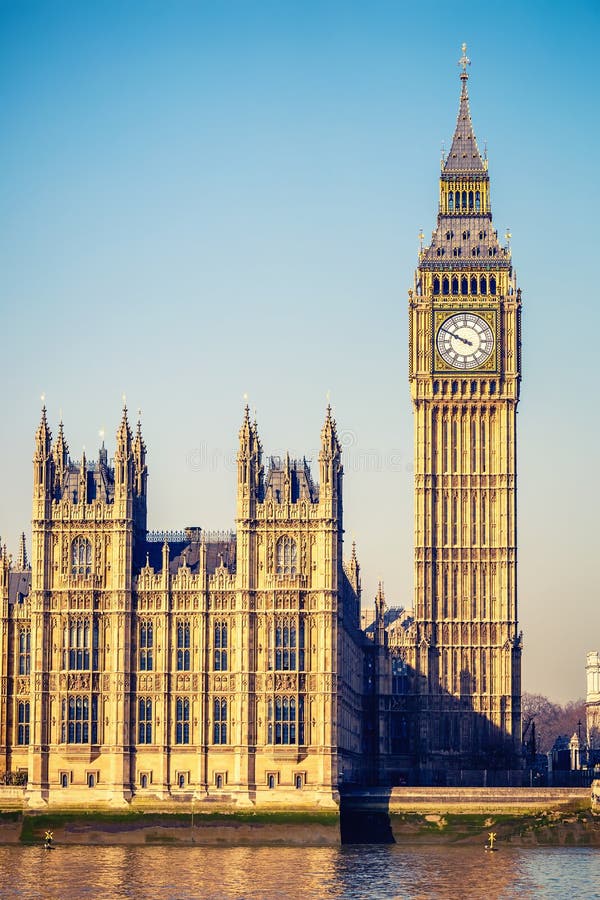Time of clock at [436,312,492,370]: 9:49
